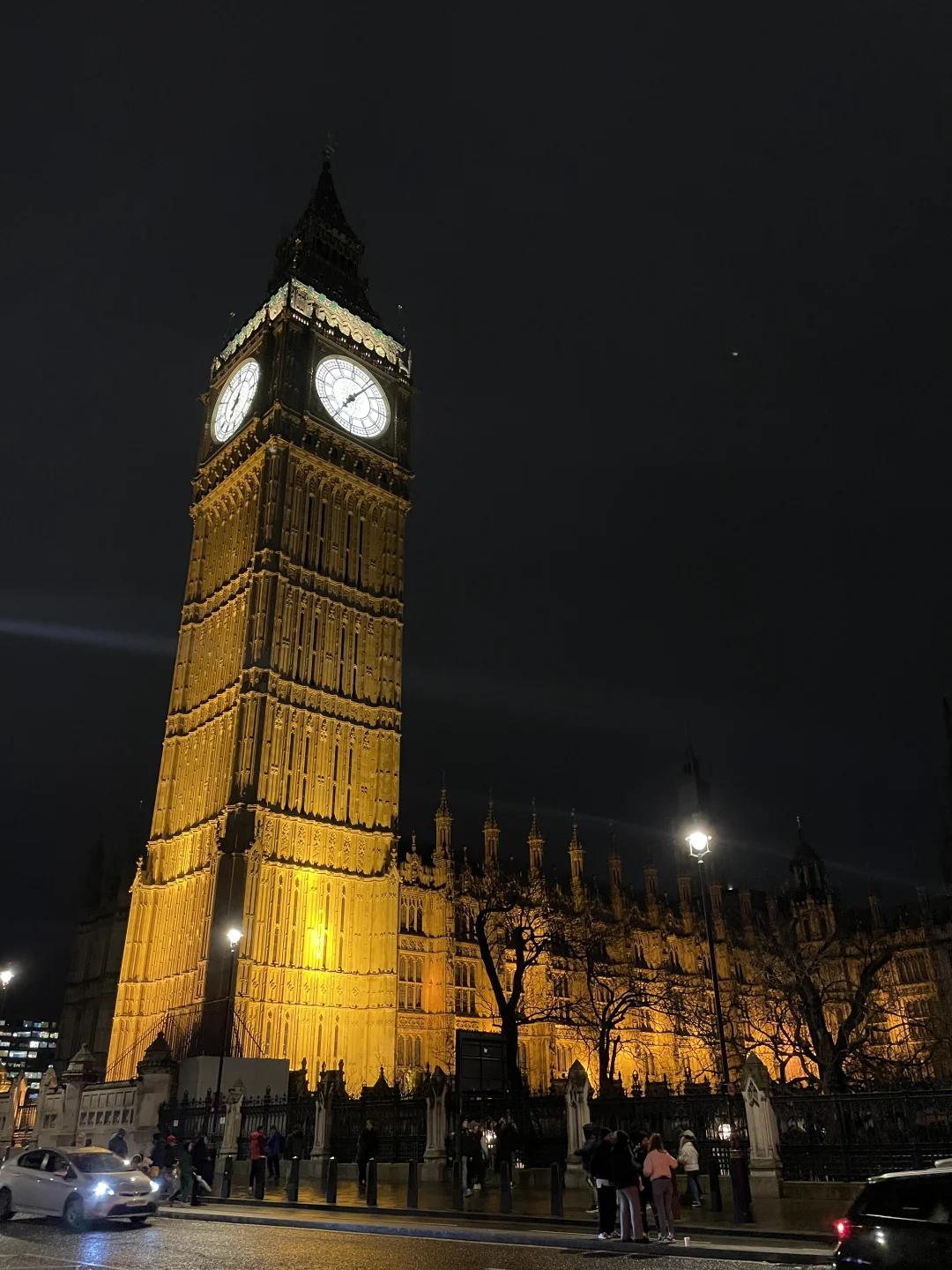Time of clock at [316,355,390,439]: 7:06
